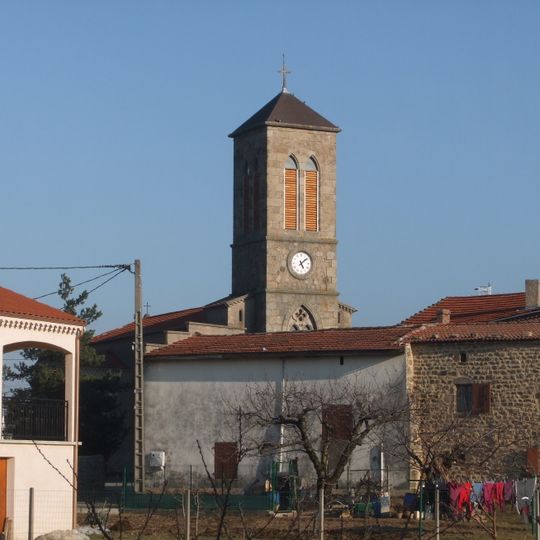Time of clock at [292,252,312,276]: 5:08
